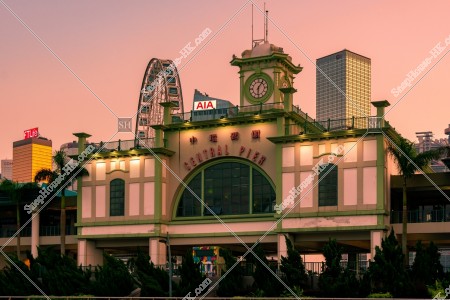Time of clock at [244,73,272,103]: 6:05
